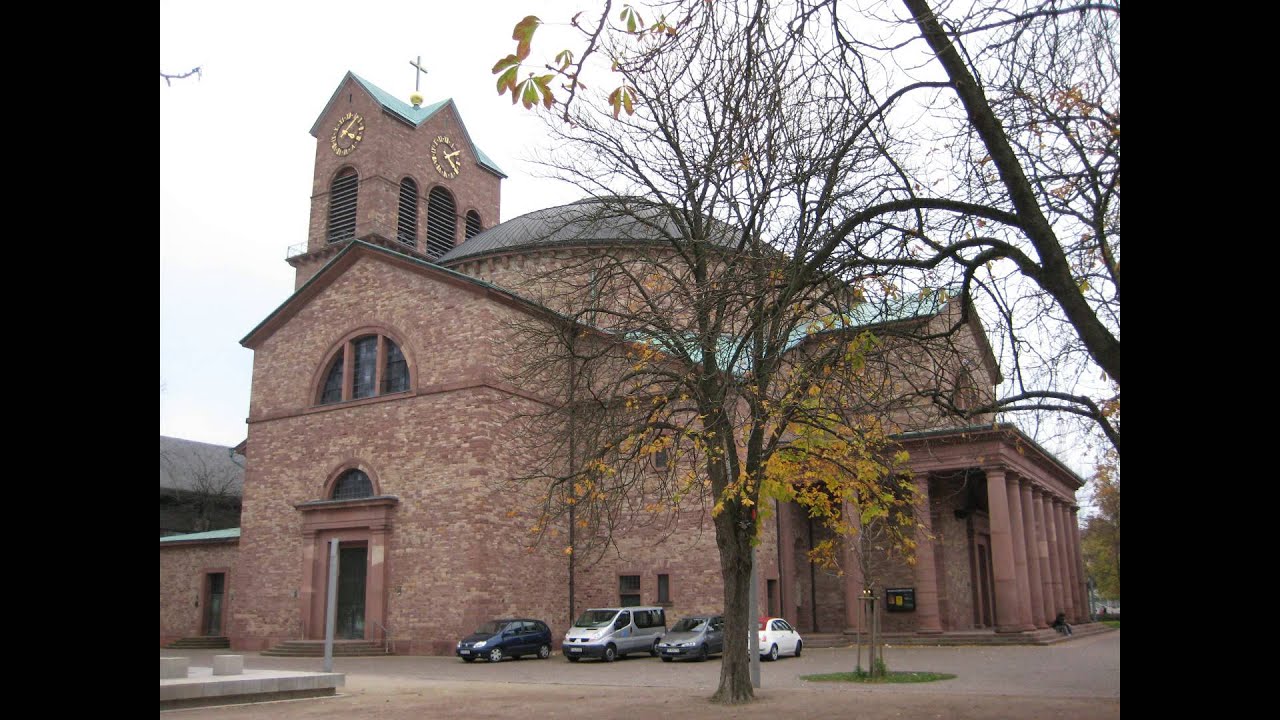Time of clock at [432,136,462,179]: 2:24
